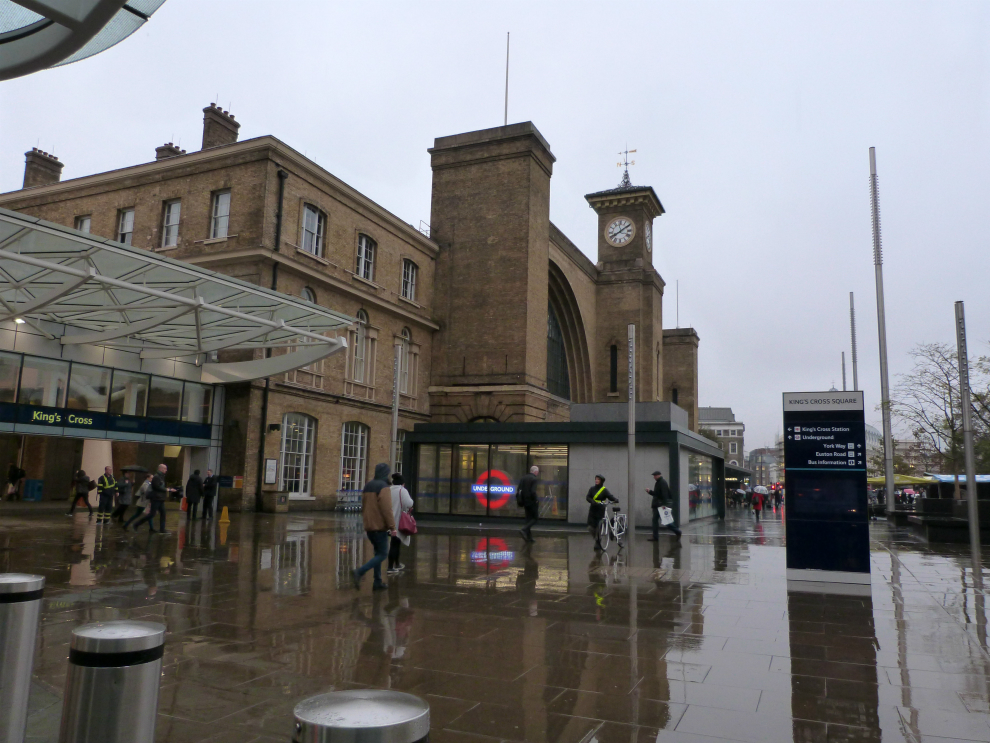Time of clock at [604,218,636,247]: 8:09
